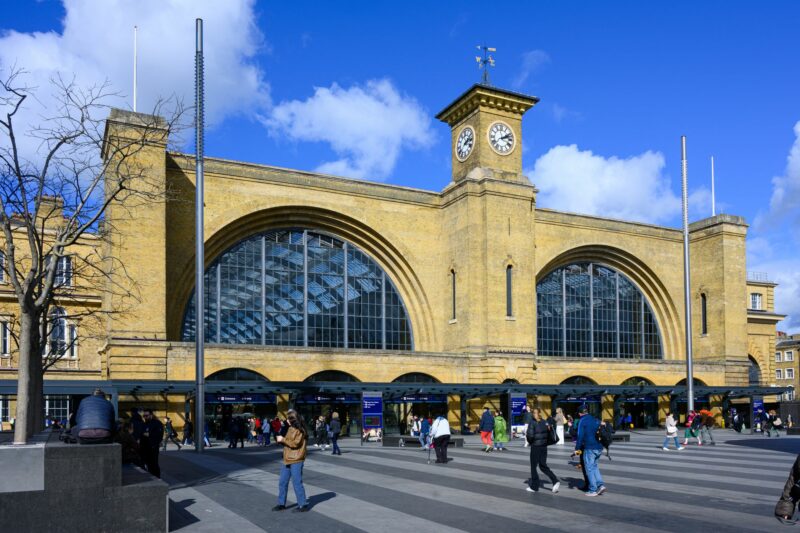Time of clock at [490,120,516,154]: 2:11
